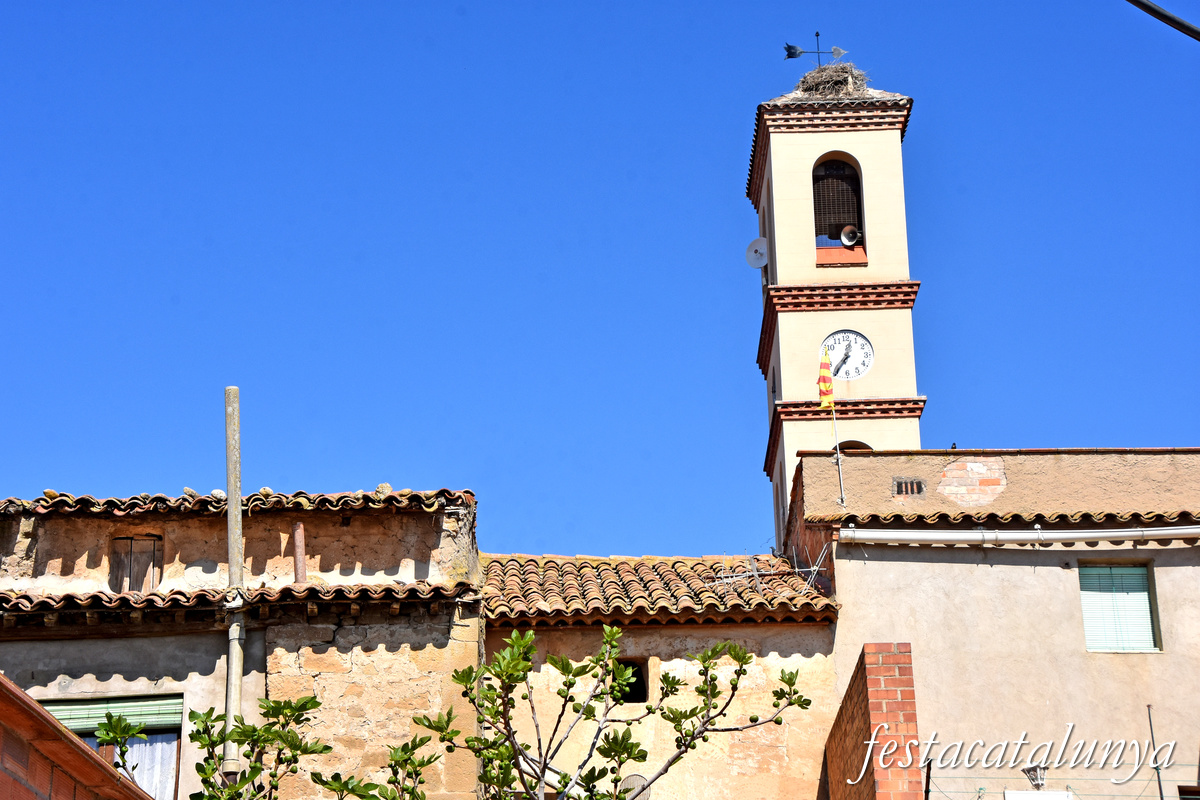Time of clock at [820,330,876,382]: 12:35
